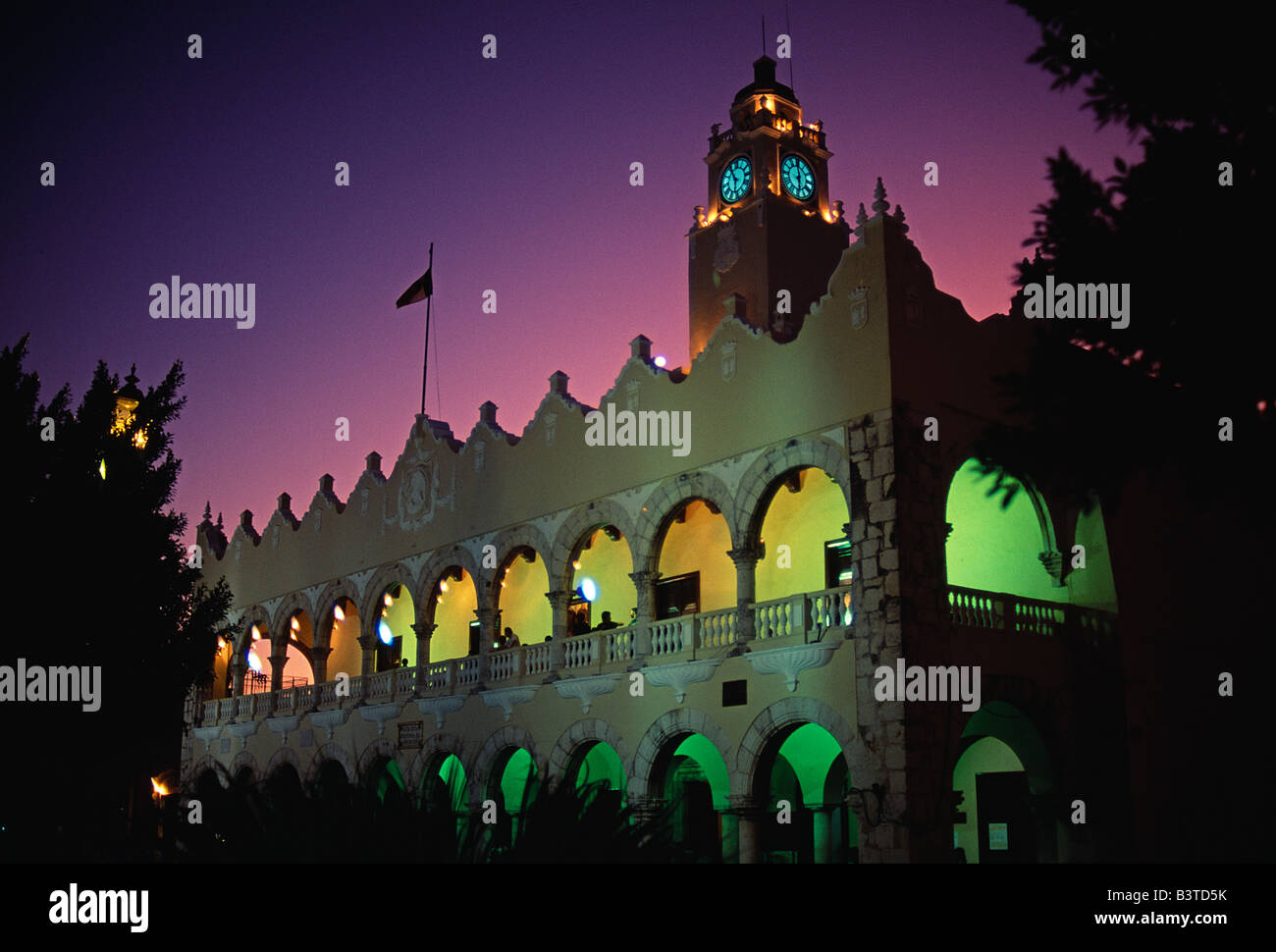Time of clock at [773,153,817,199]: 5:59
